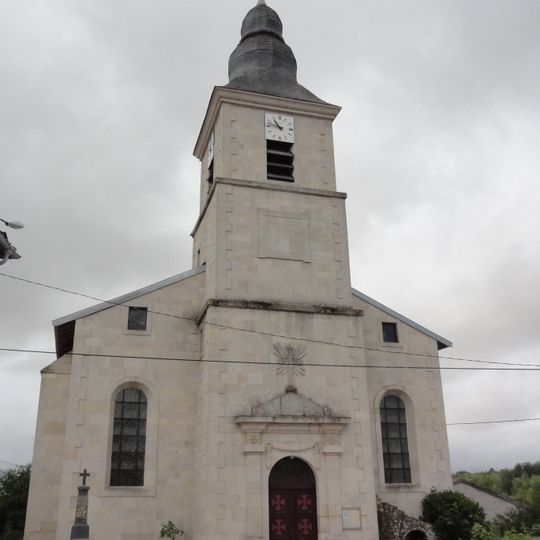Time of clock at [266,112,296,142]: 10:47
